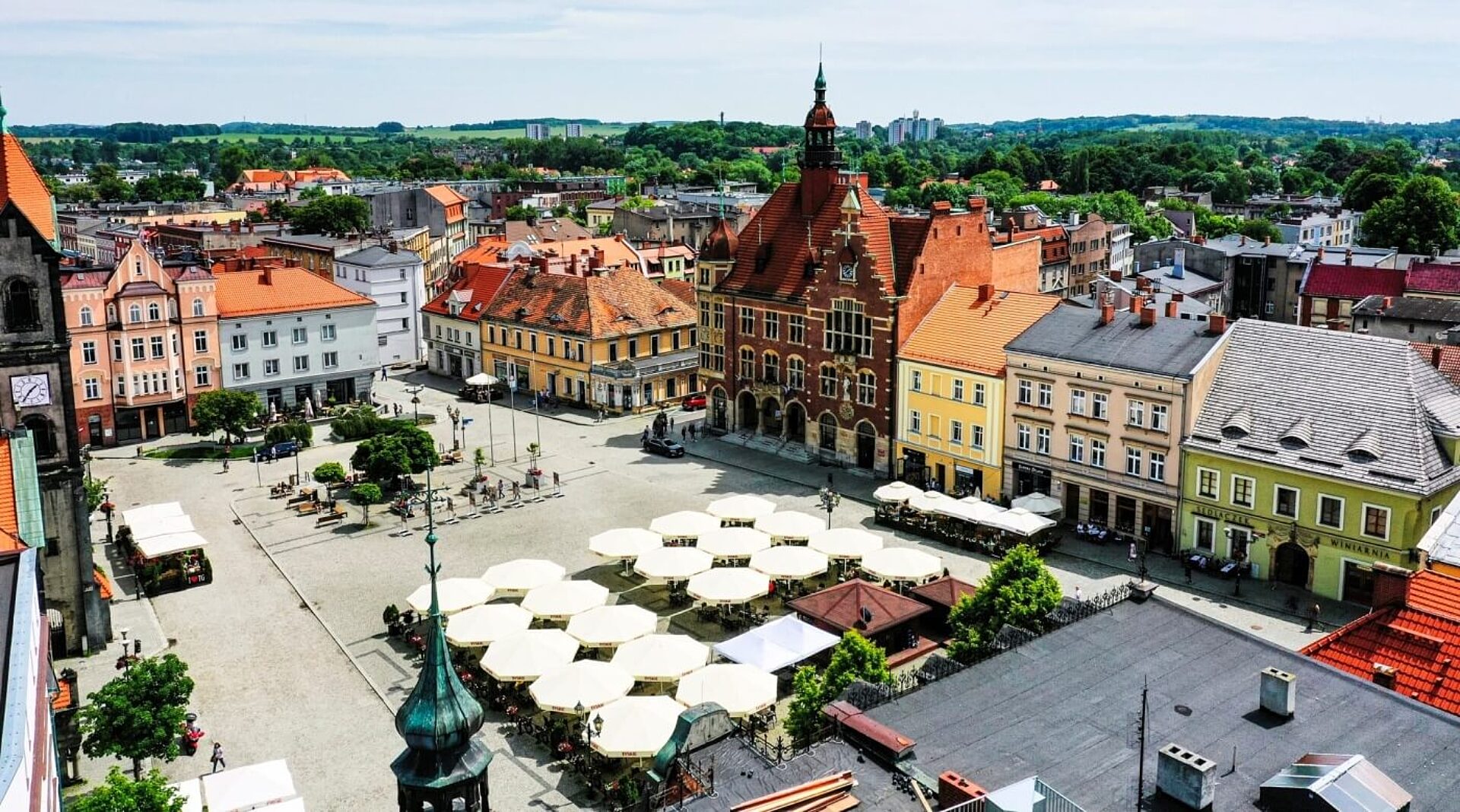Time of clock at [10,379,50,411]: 1:36
